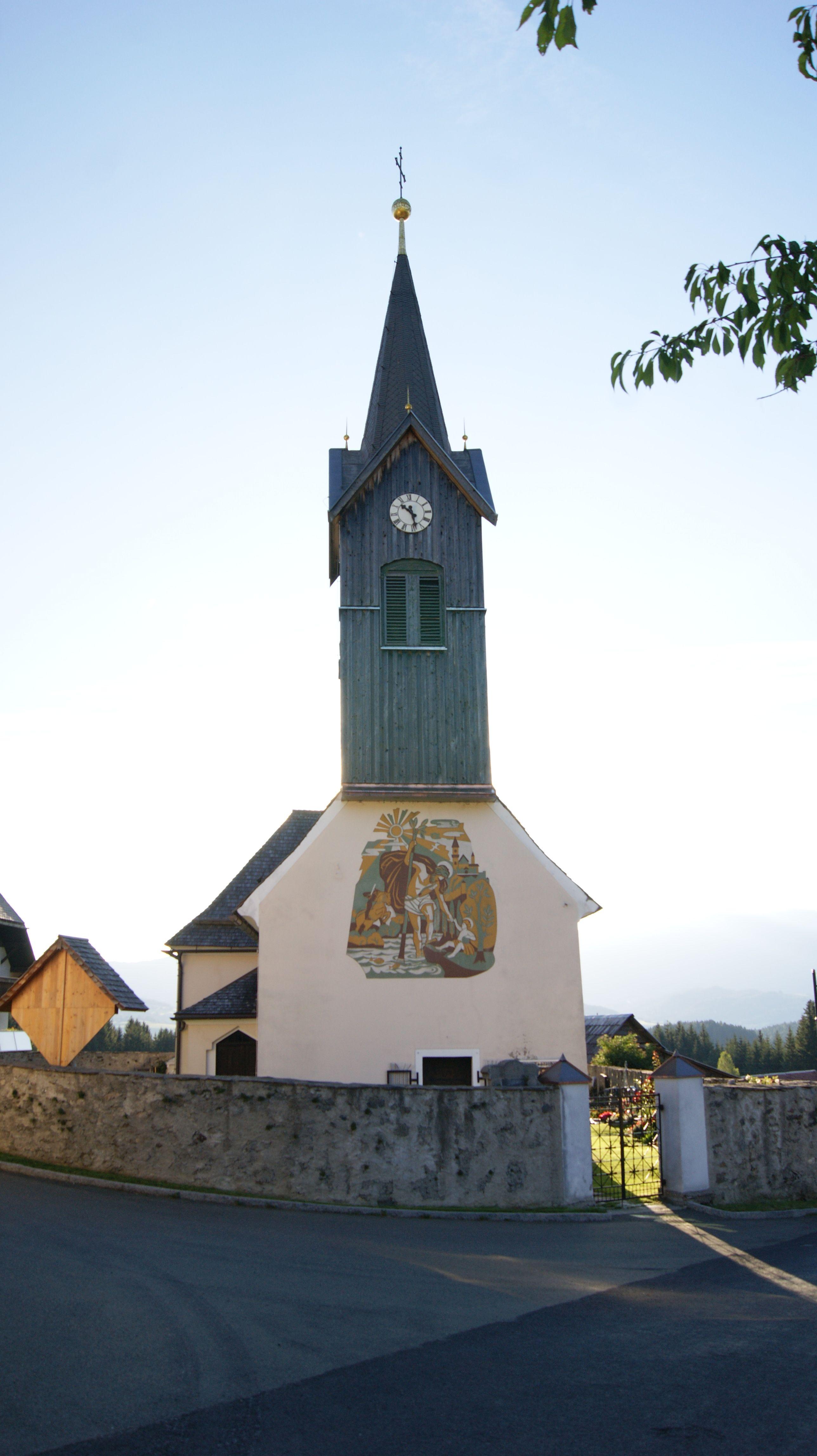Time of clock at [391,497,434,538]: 10:28
